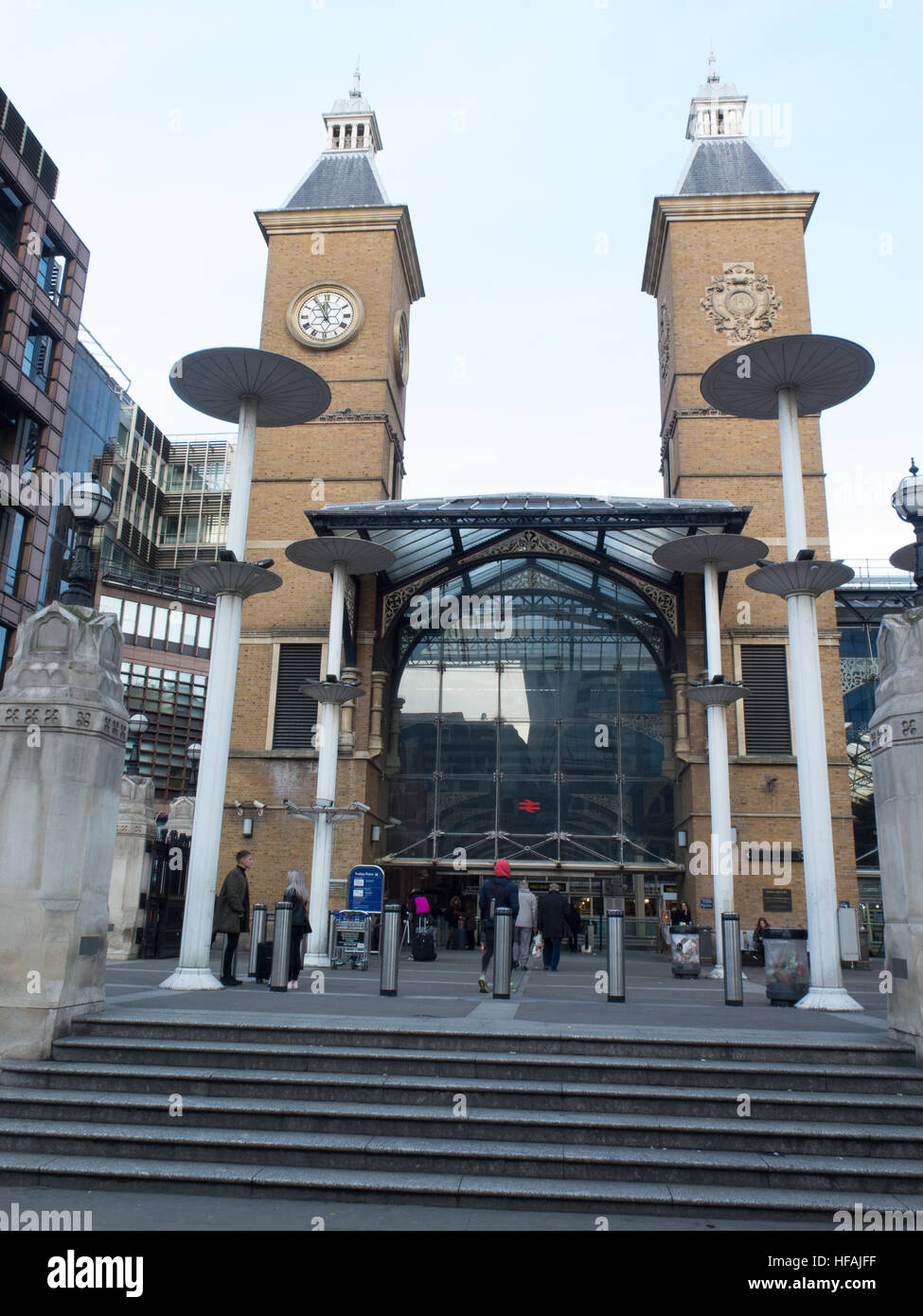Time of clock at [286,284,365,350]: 11:55
